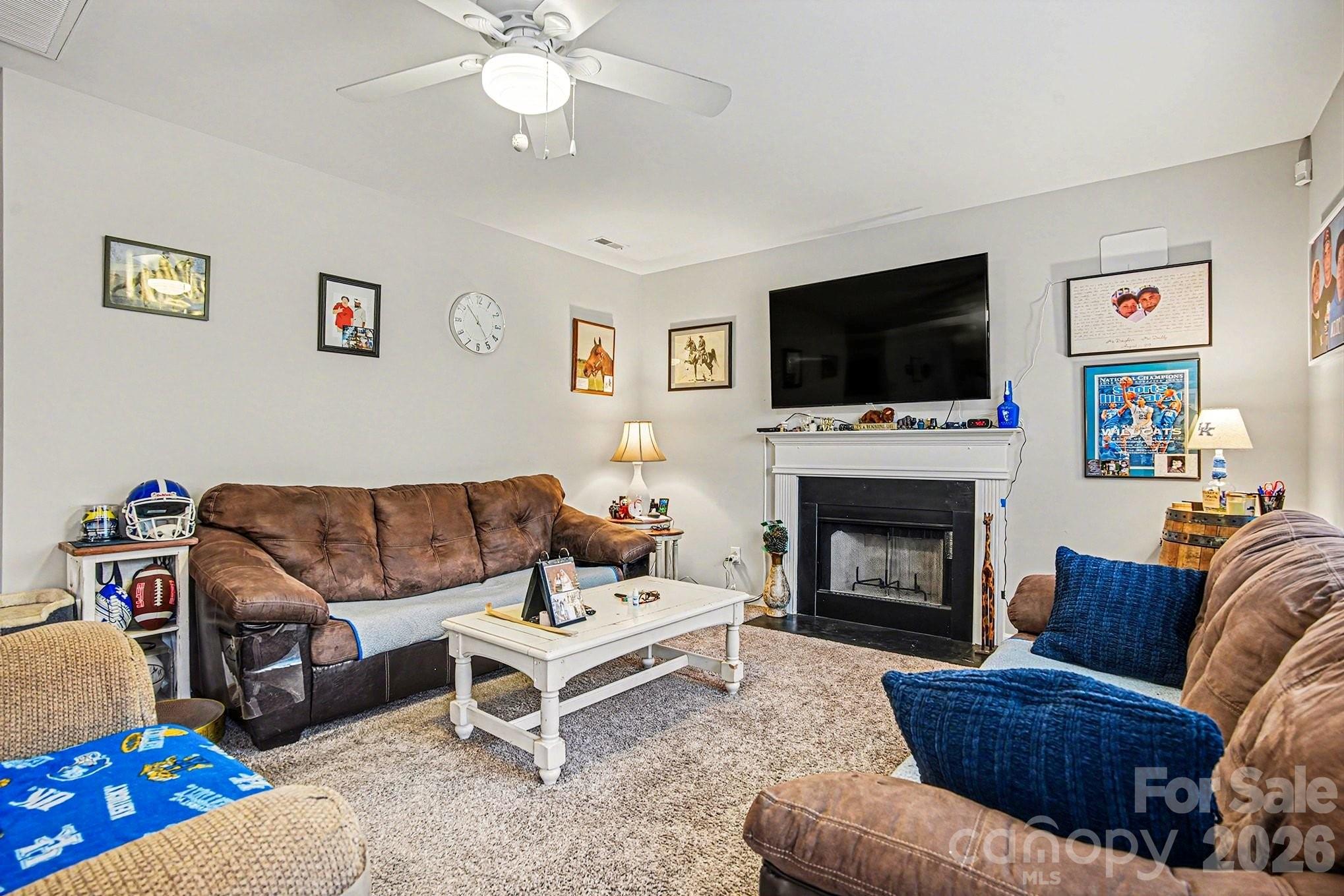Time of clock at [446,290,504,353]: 4:53
